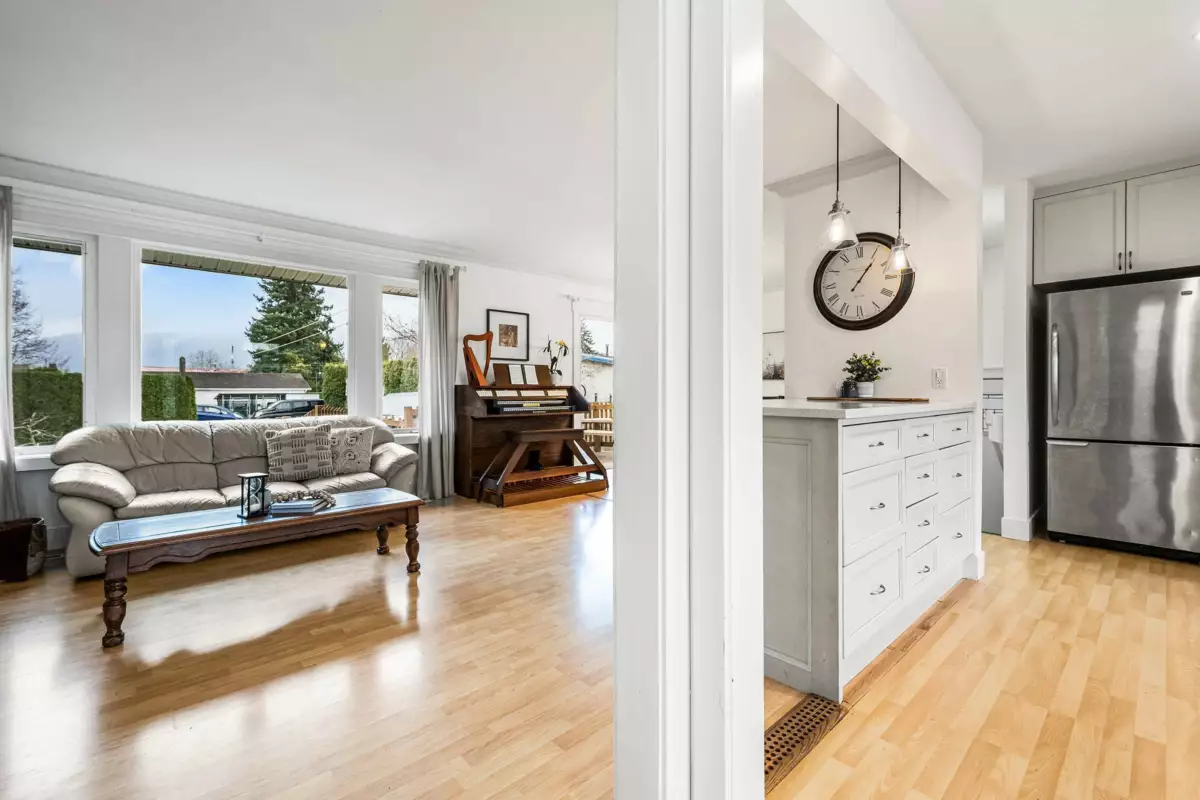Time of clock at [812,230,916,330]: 1:06
